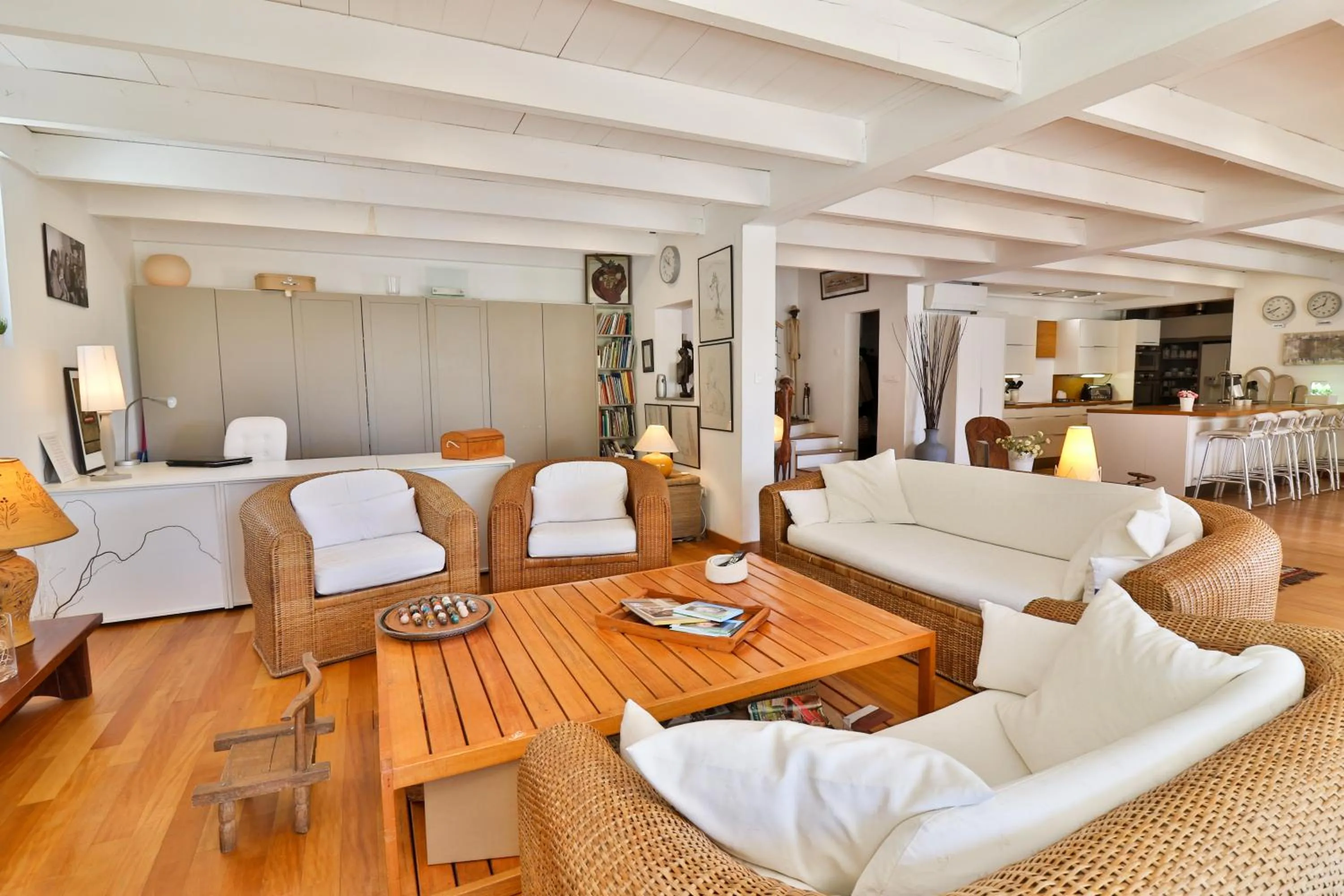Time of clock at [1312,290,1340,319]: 12:40
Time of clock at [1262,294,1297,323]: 7:41
